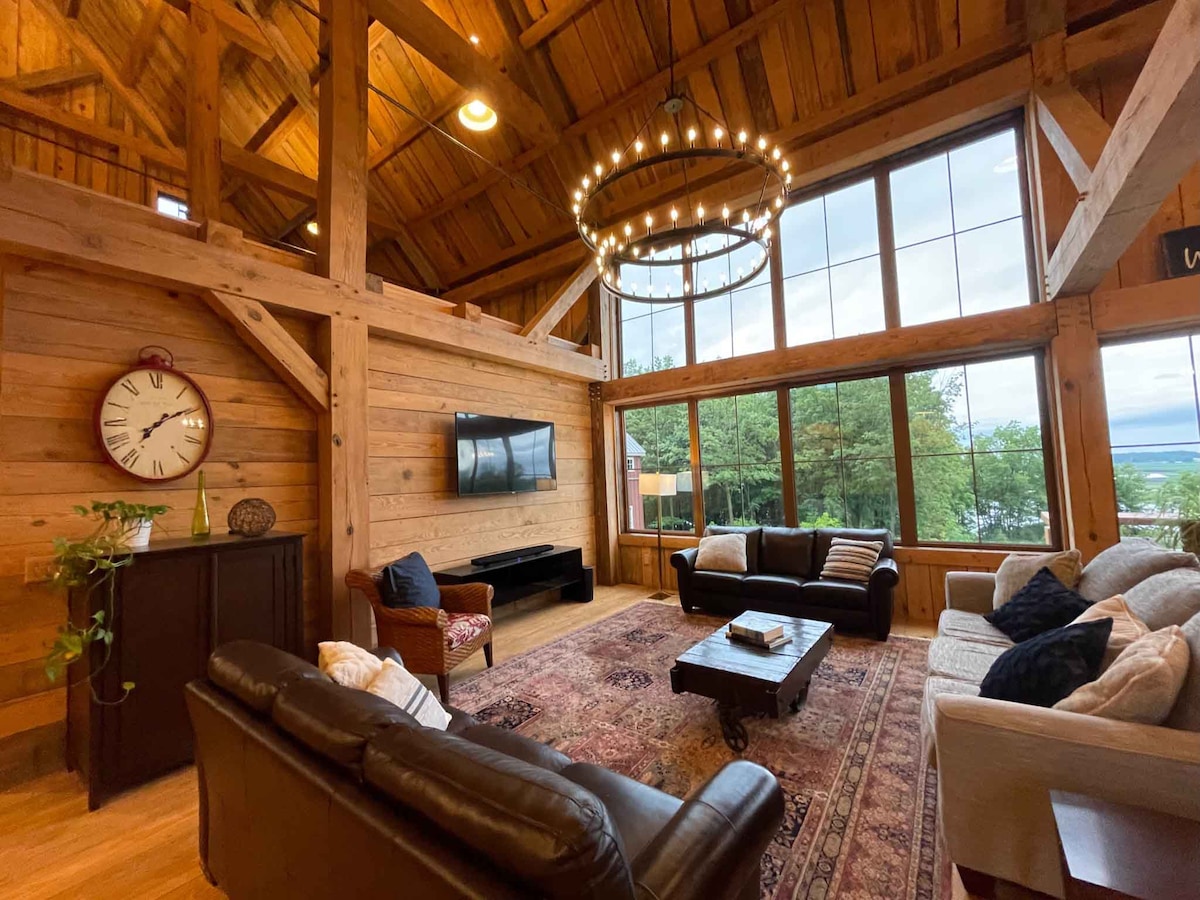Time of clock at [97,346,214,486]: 7:10
